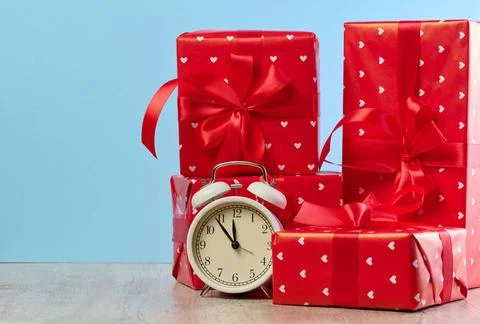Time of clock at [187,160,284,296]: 11:53
